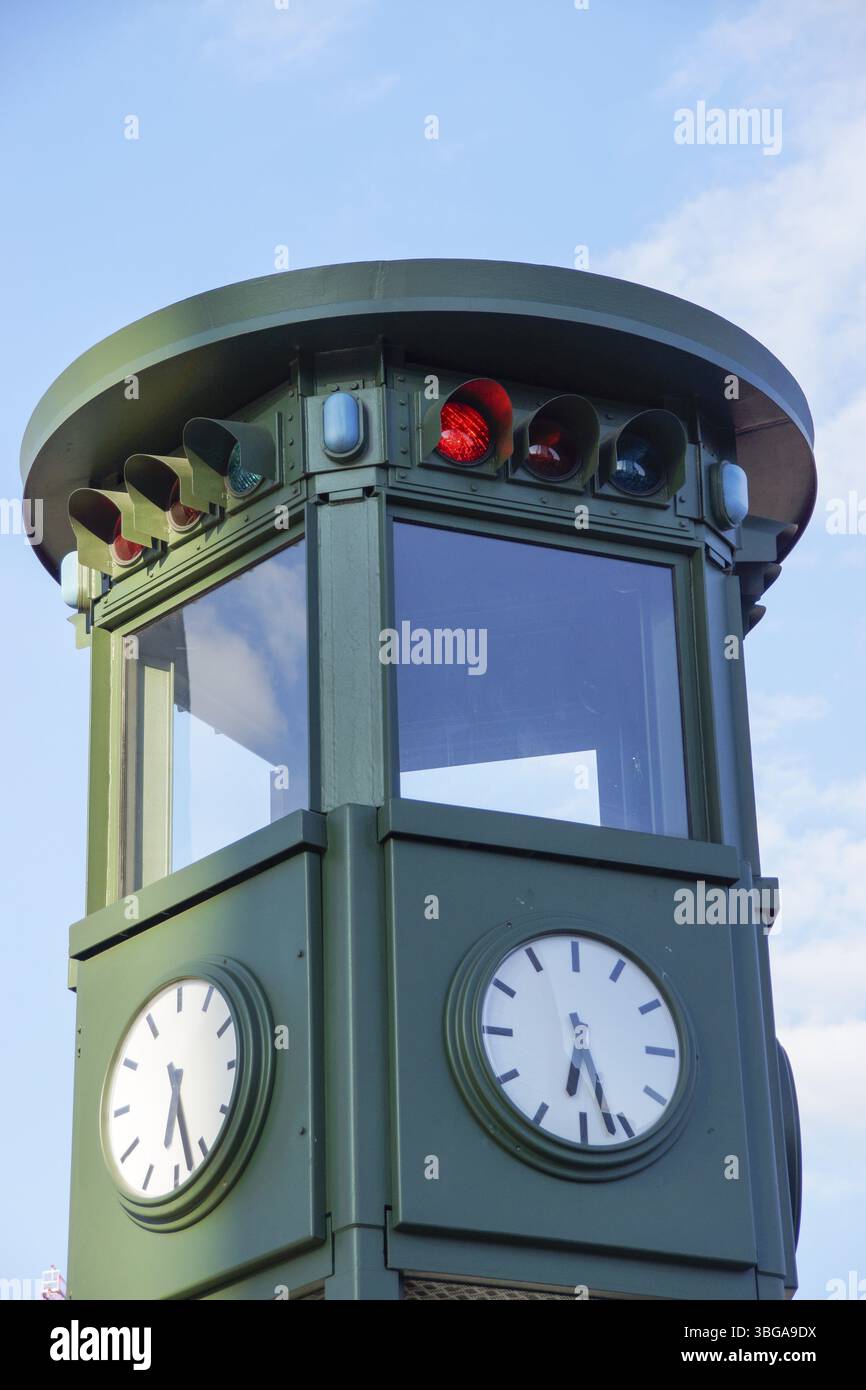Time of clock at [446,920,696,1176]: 6:26
